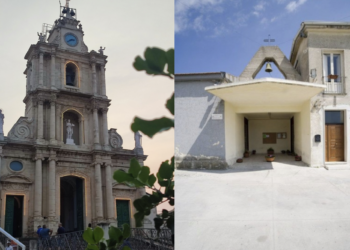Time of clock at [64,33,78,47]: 2:40
